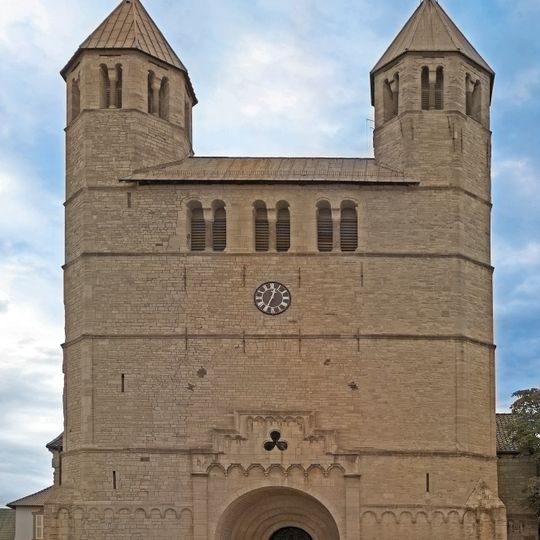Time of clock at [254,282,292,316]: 12:34
